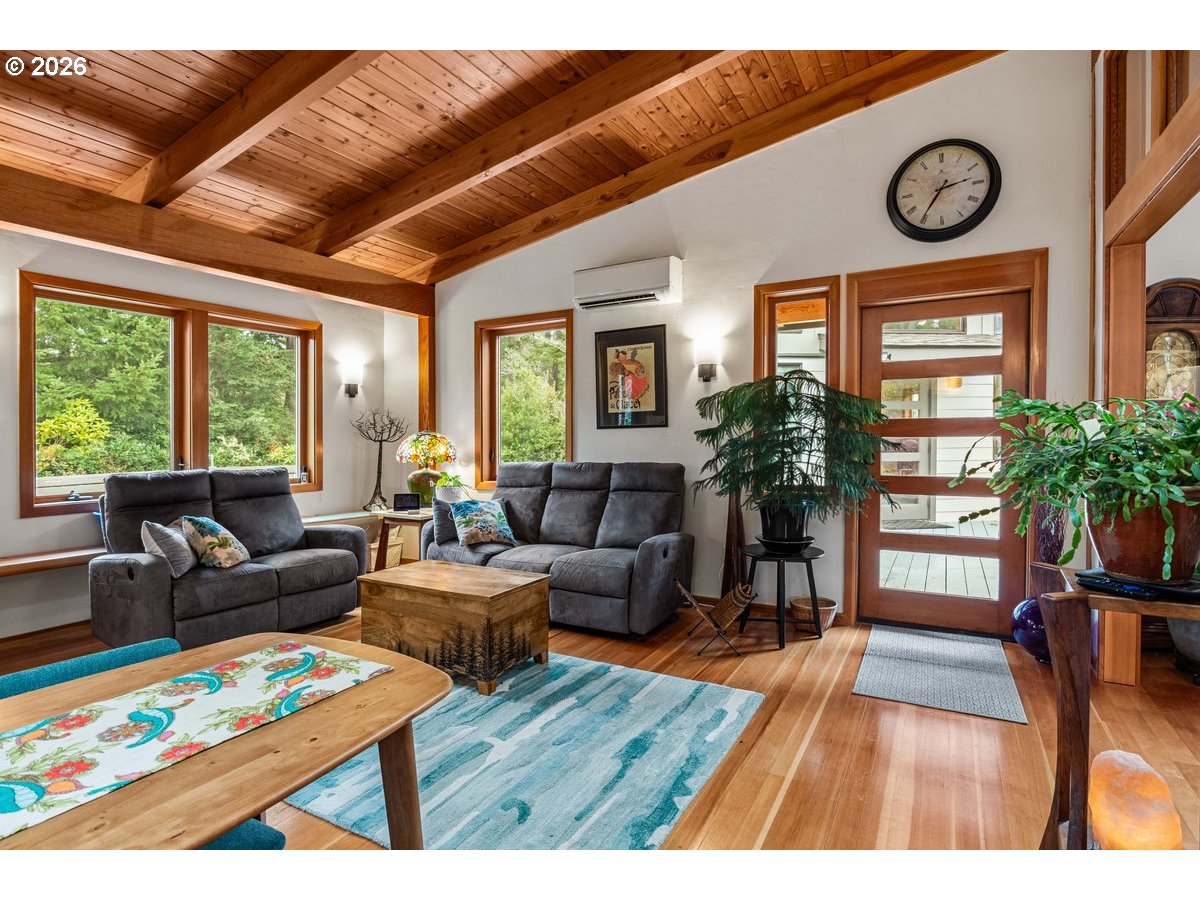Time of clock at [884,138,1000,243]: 2:35
